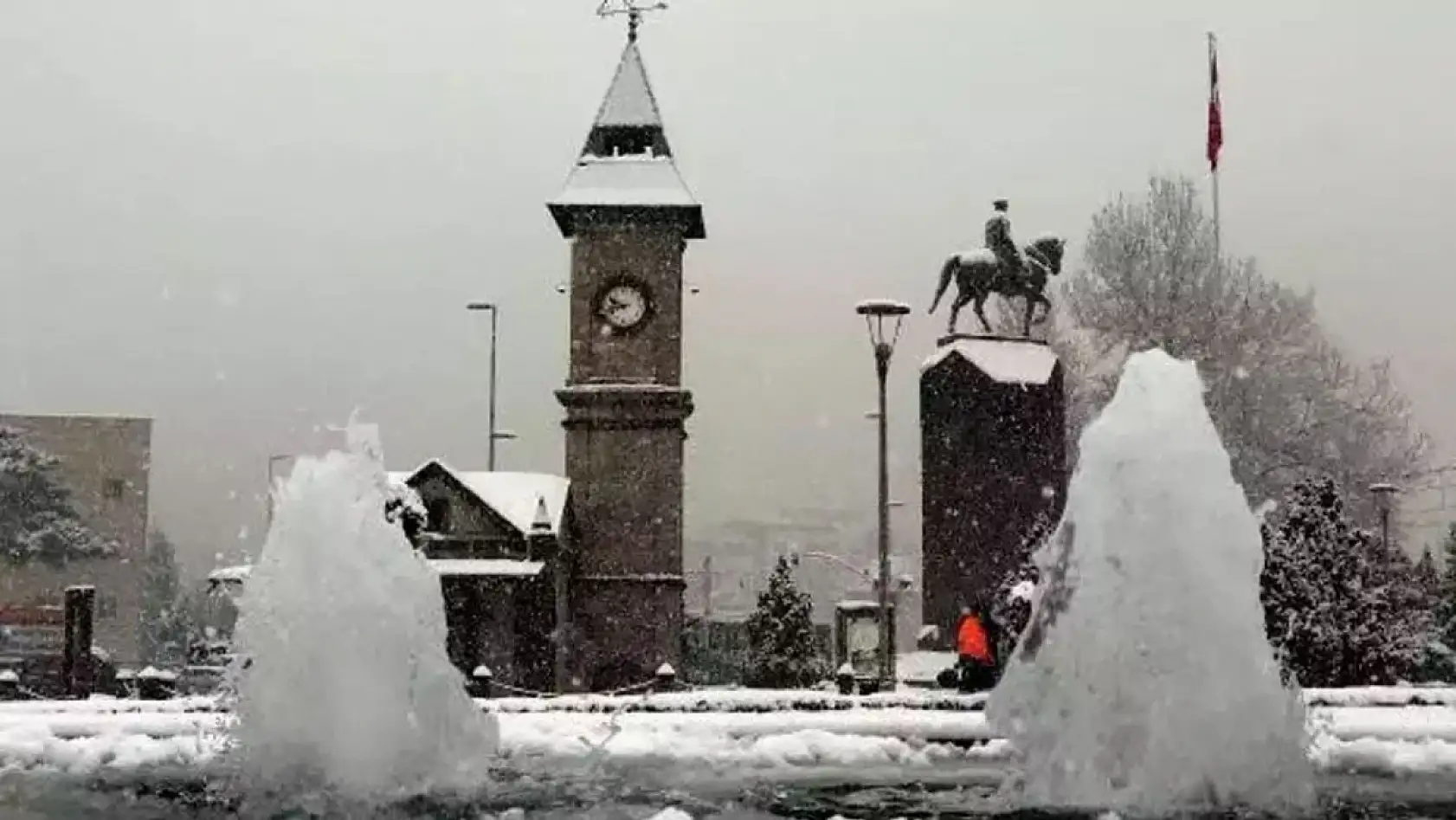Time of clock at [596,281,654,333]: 9:42
